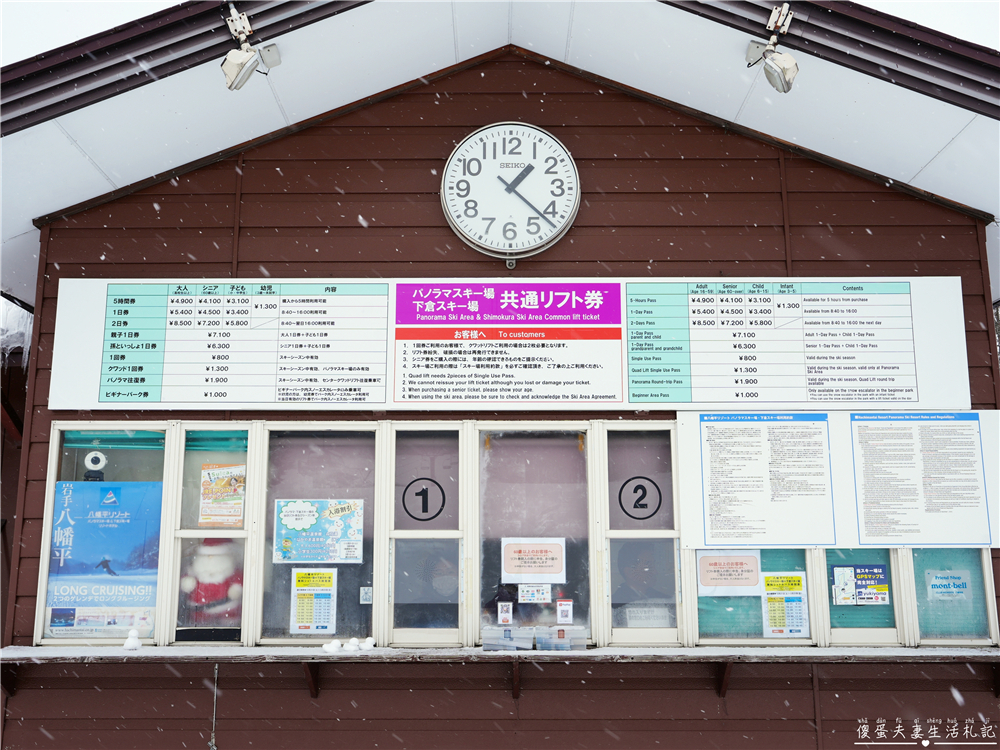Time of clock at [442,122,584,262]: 1:22
